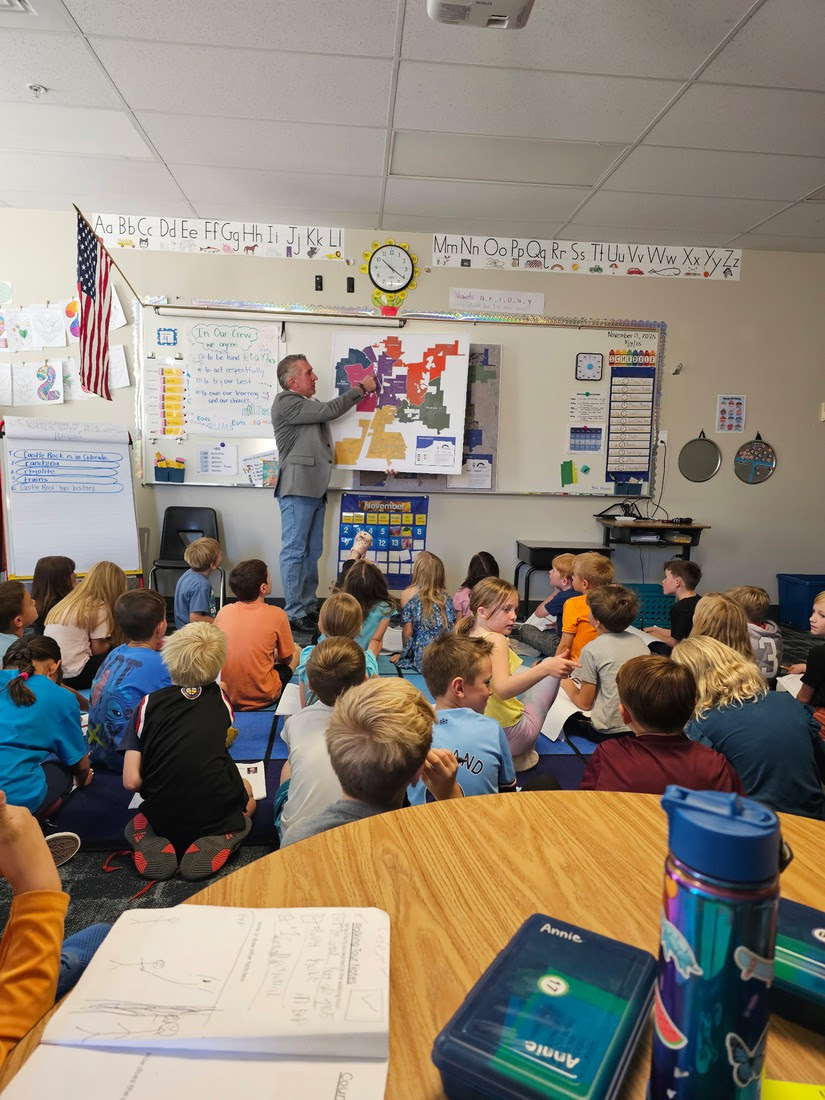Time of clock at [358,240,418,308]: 10:20
